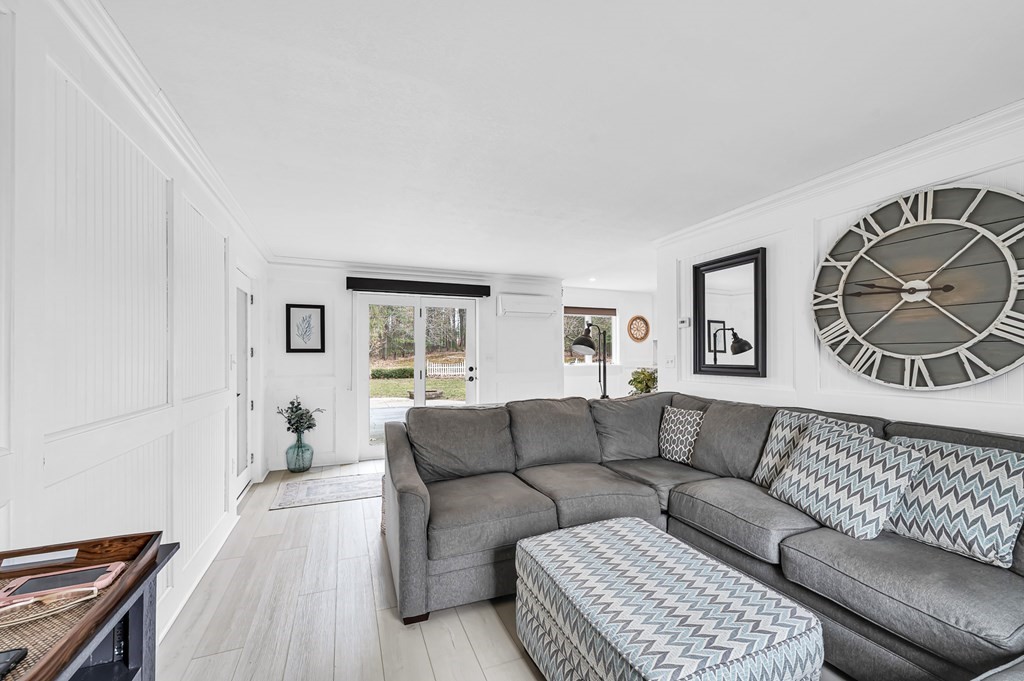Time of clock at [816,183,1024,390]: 9:07
